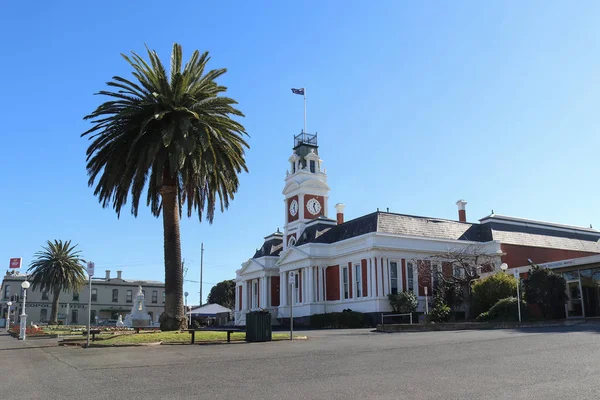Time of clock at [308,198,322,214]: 12:26
